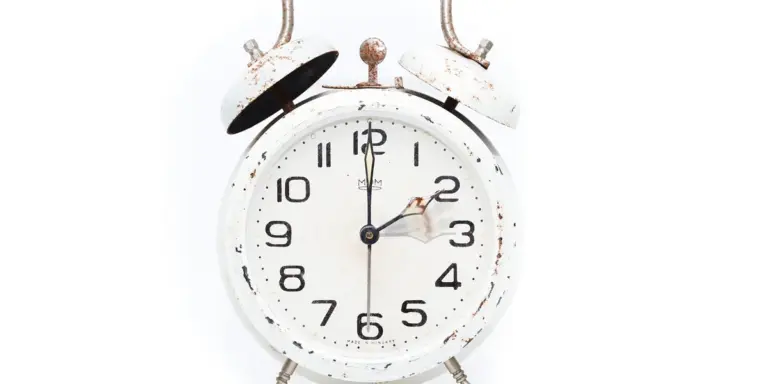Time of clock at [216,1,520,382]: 2:00
